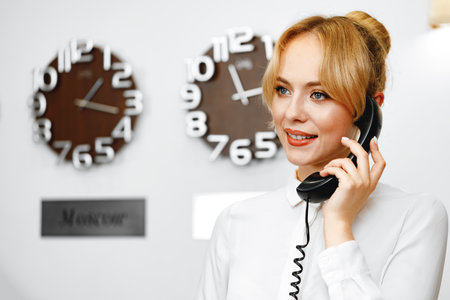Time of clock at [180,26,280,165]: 11:13
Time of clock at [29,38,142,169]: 1:17
